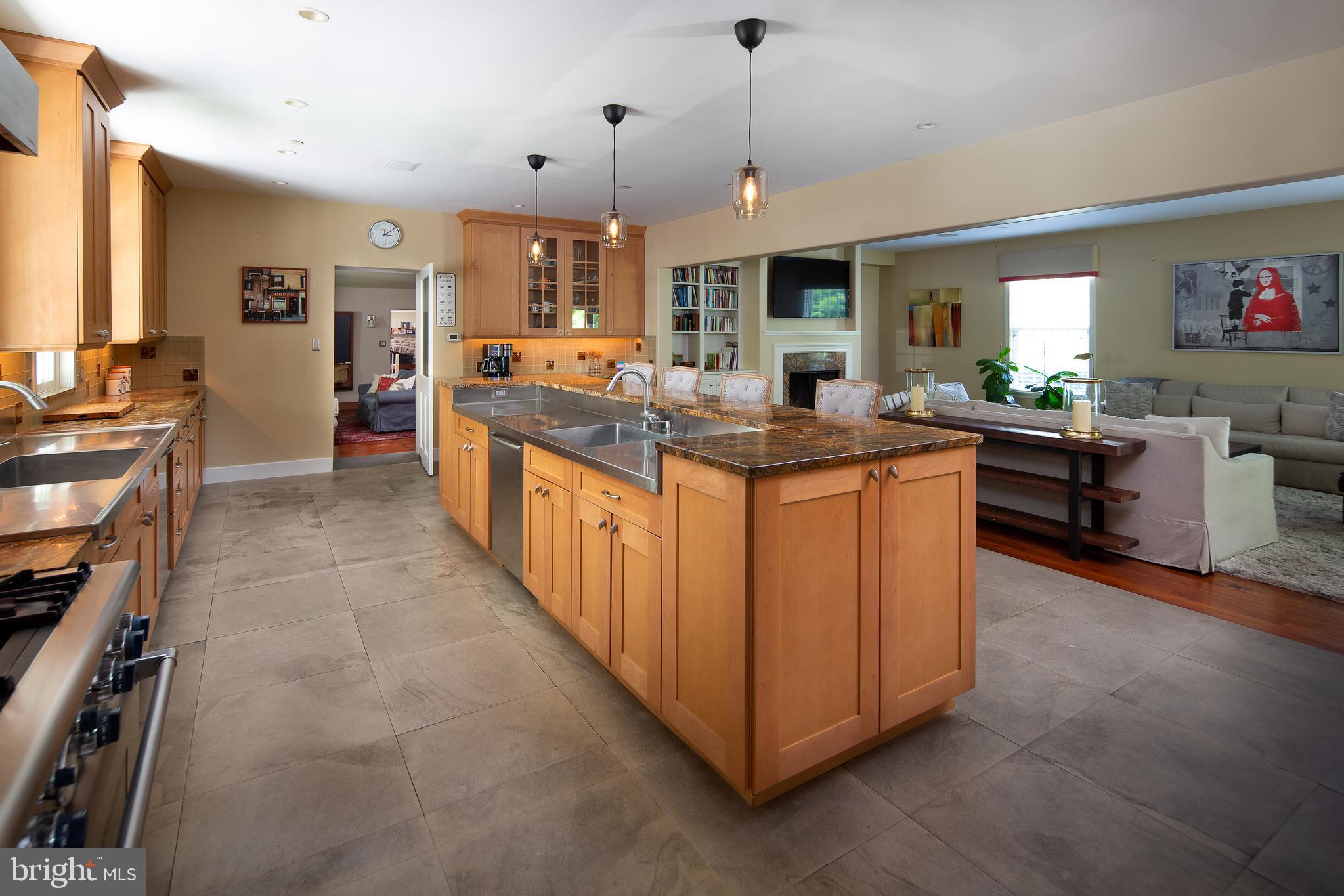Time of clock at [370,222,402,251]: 3:08
